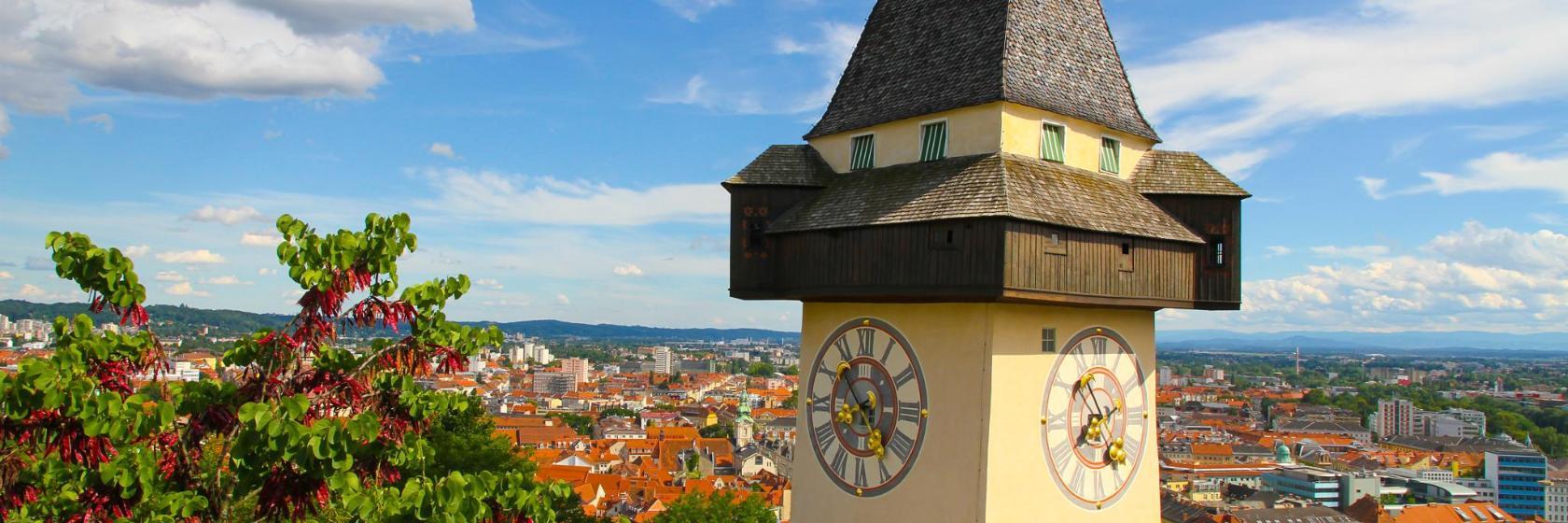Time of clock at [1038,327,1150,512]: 7:24
